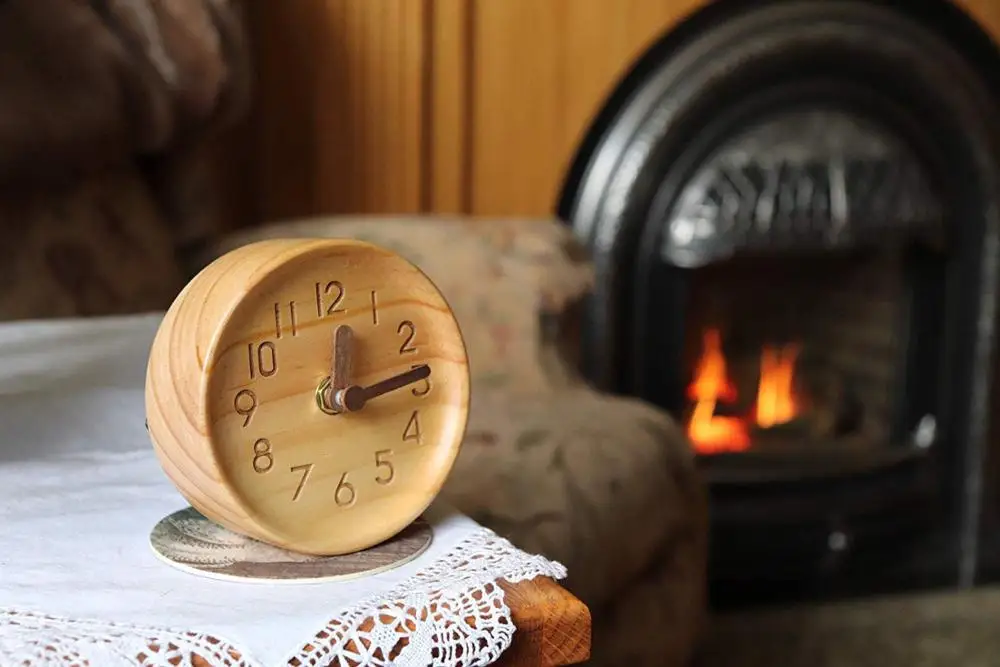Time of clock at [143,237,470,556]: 12:13
